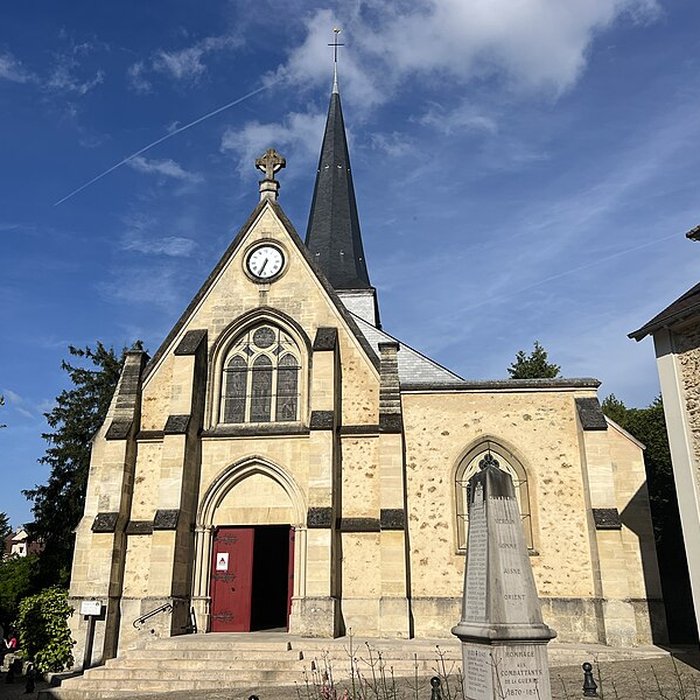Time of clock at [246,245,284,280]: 6:33
